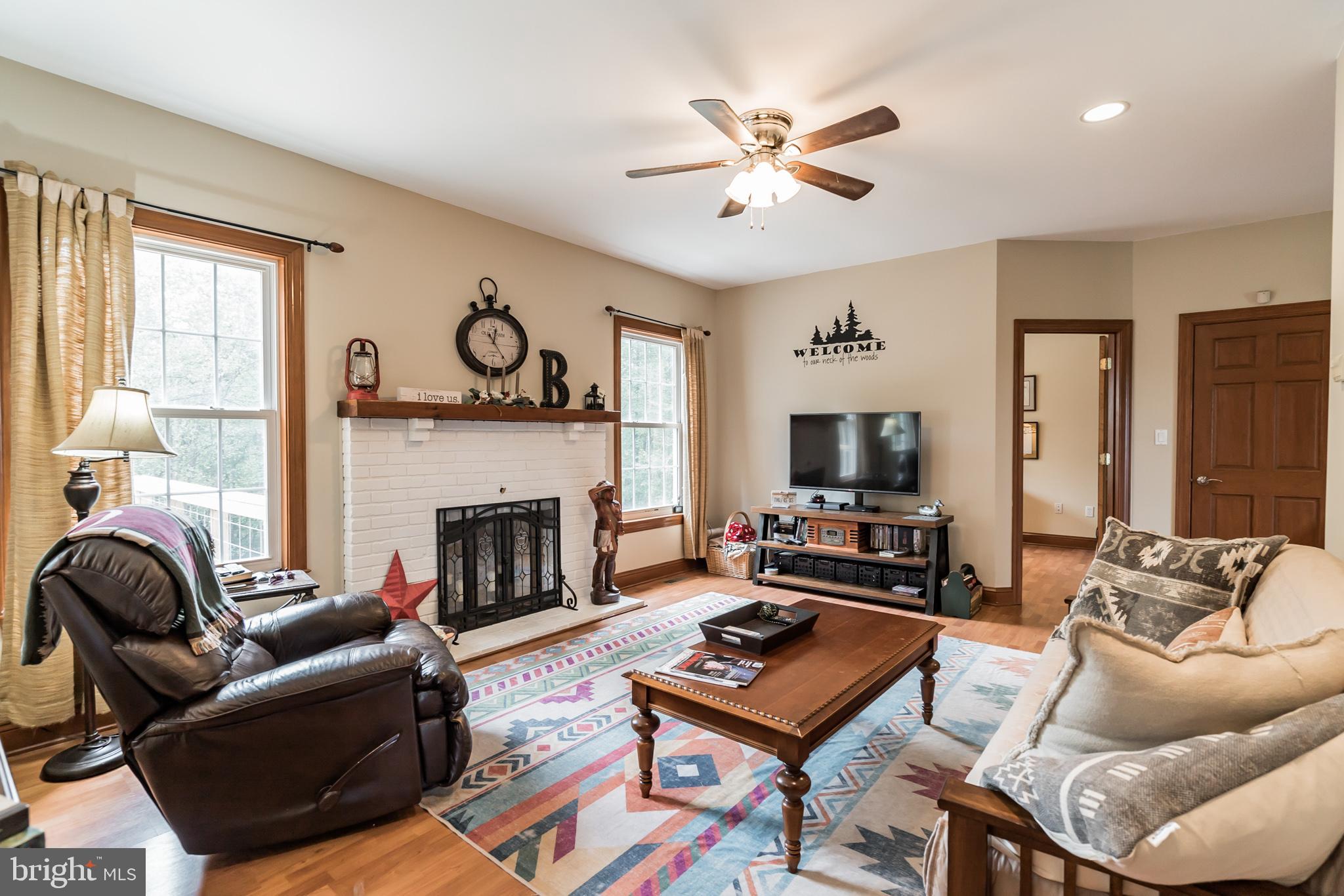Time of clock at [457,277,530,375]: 12:24
